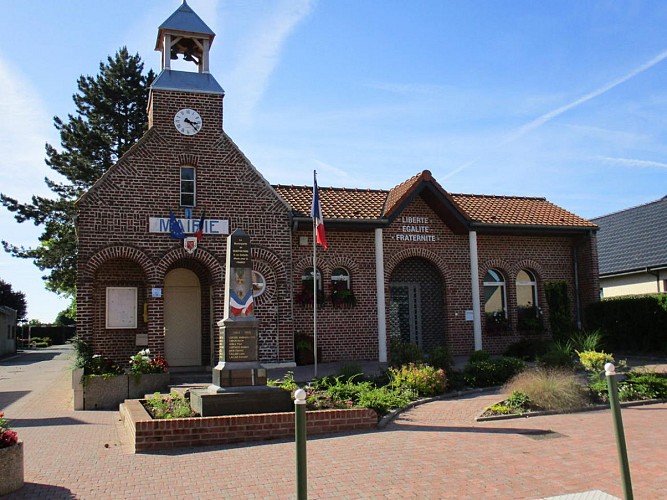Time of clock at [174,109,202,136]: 3:22
